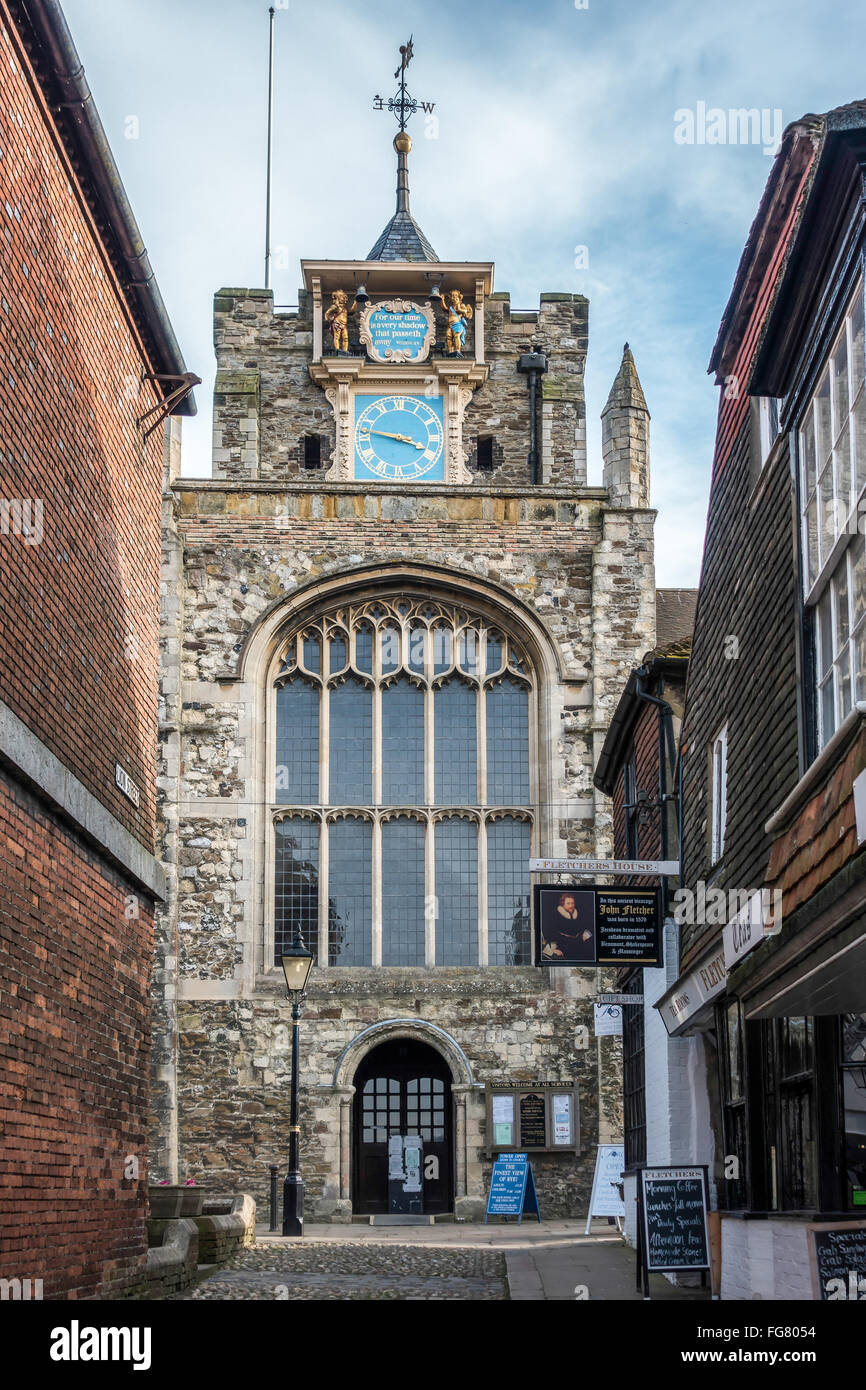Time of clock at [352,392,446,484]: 3:46
